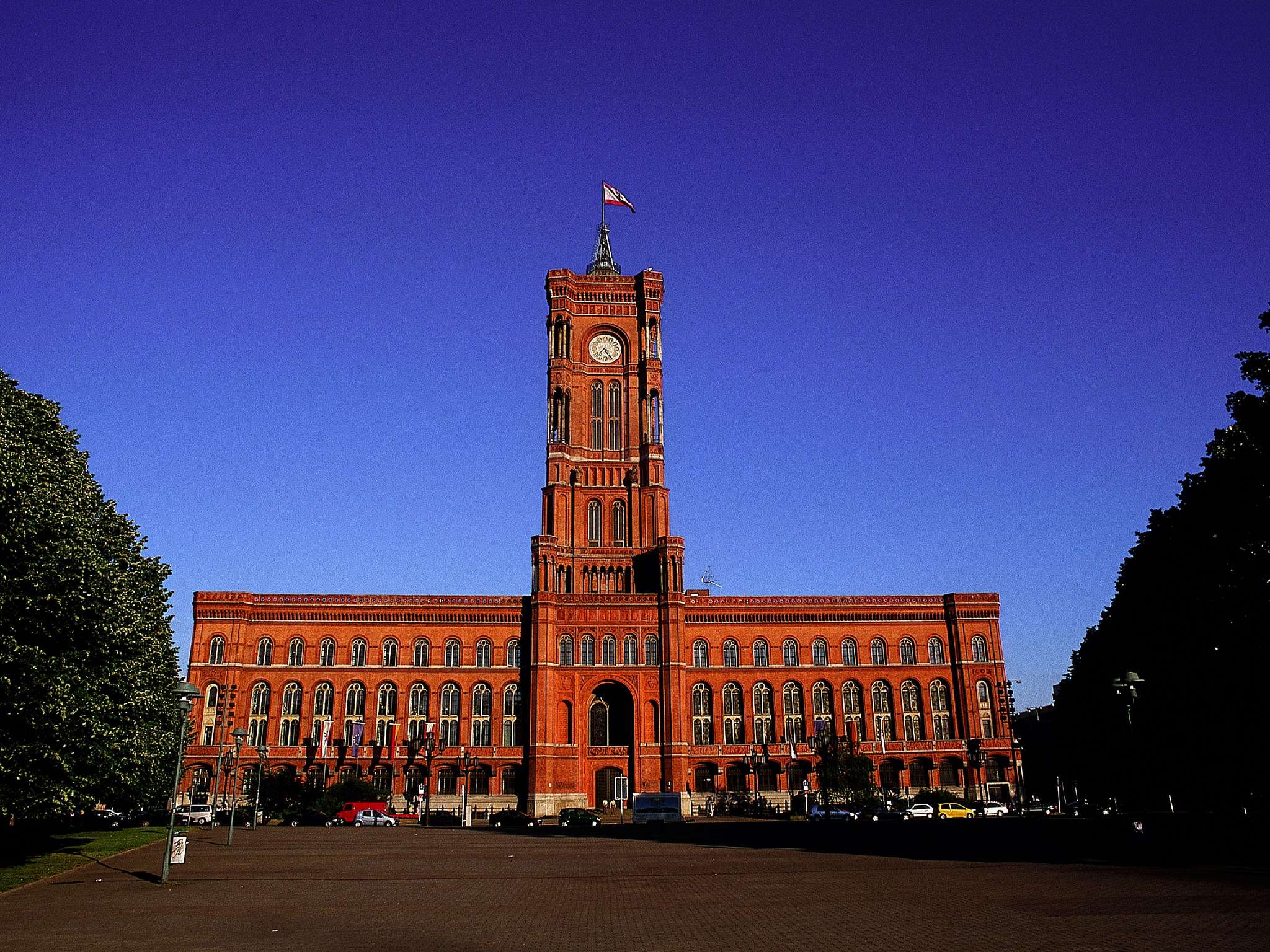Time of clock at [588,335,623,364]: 7:24
